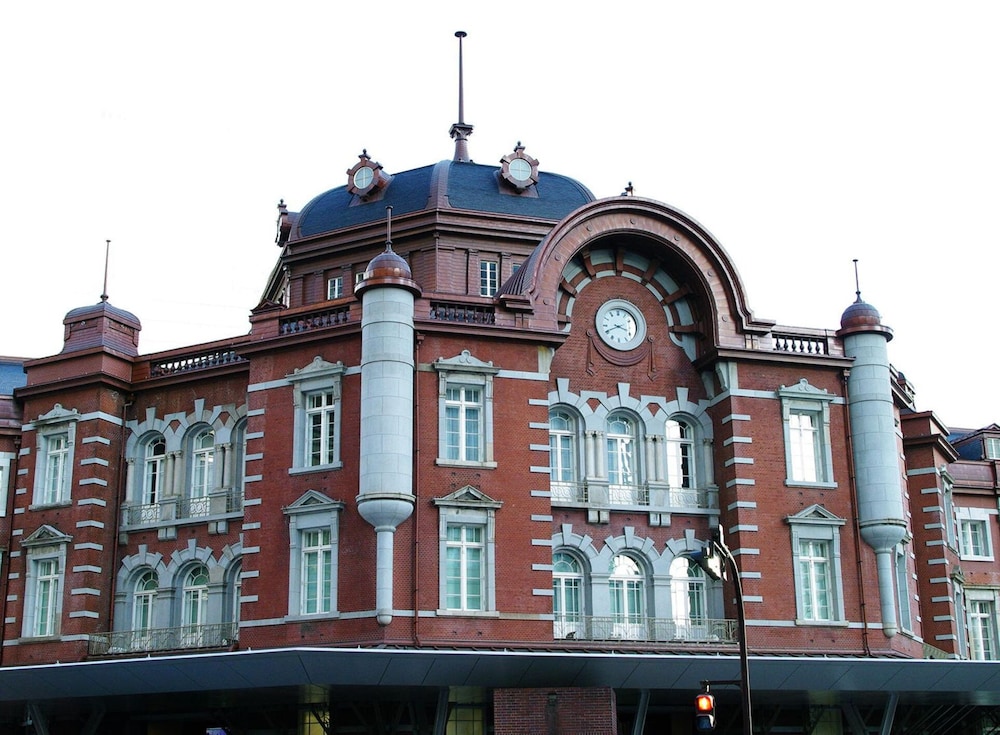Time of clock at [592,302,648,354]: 3:40
